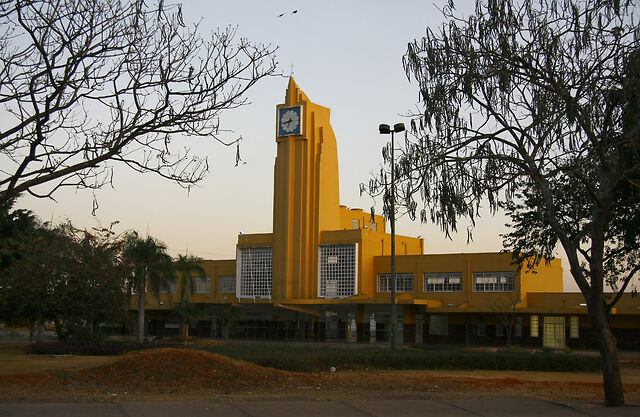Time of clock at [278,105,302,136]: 6:43
